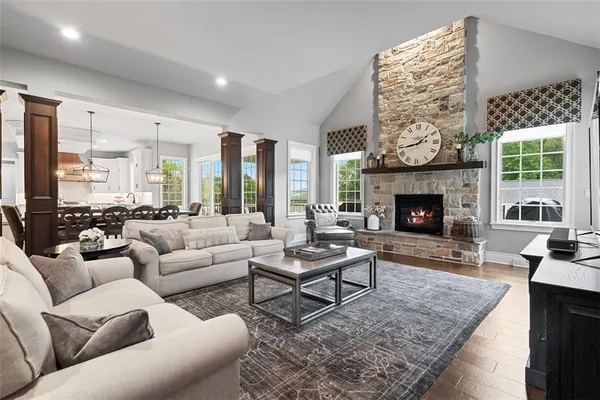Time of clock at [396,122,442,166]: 1:43
